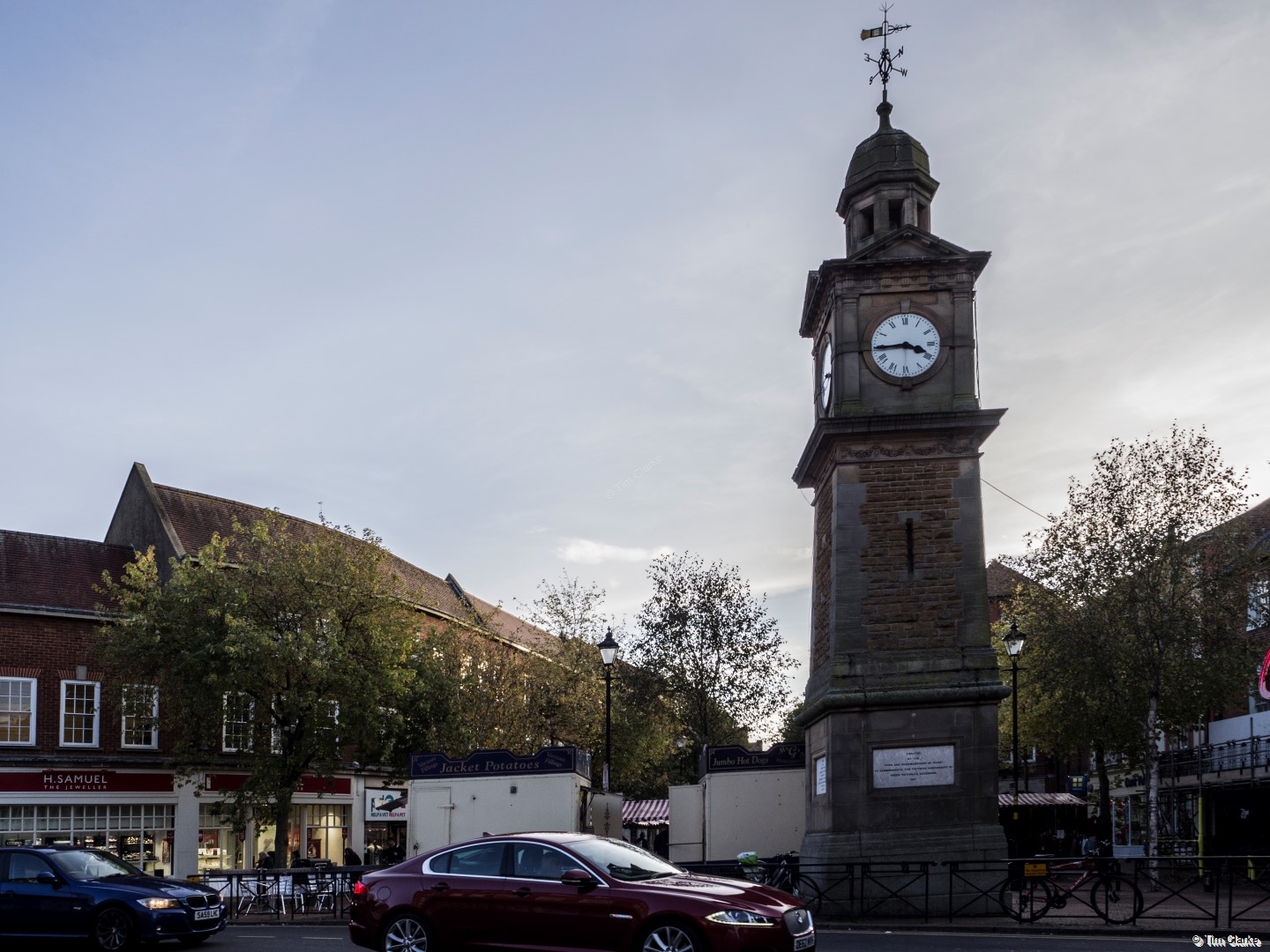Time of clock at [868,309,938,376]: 3:44
